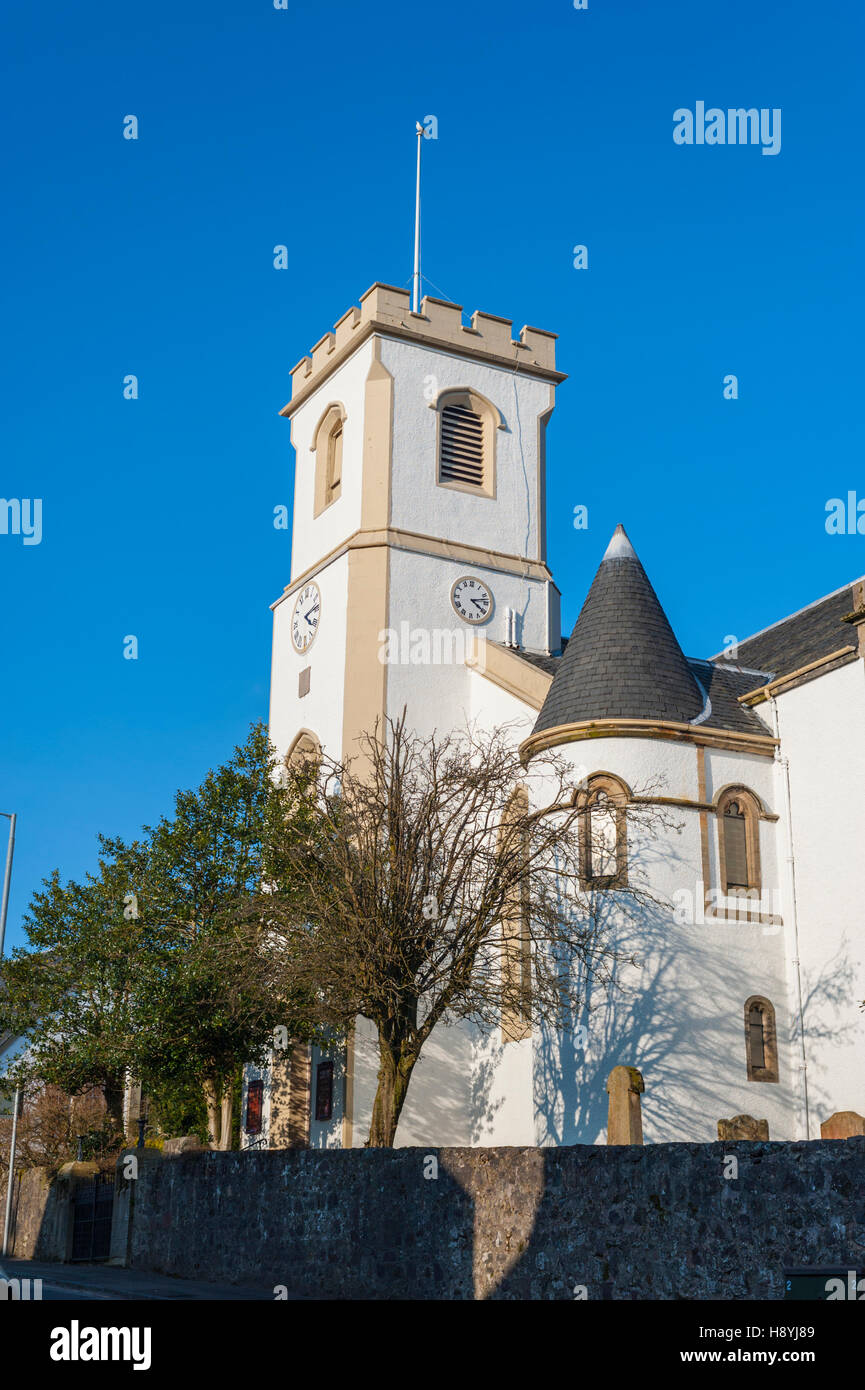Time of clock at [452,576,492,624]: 4:12
